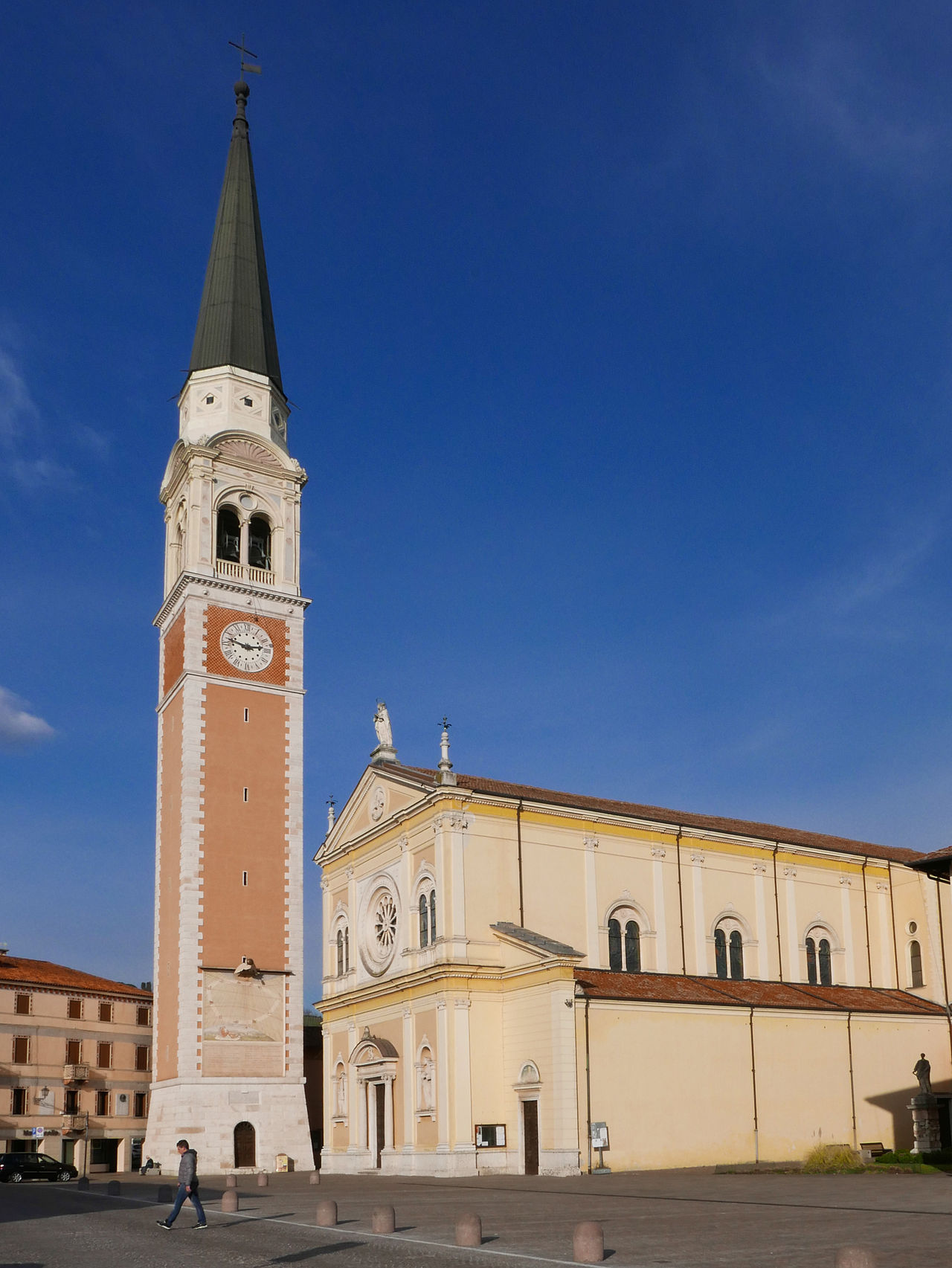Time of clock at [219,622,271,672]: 2:47
